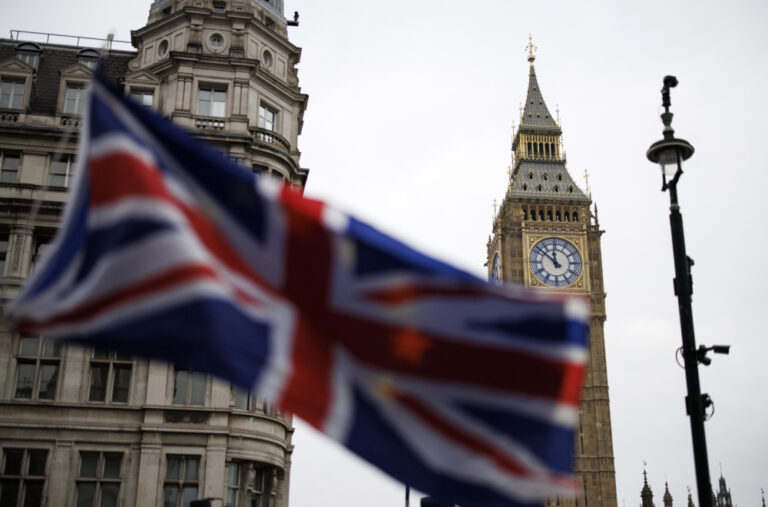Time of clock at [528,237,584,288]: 11:51
